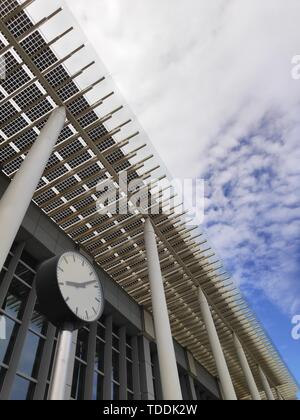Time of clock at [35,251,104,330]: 9:12
